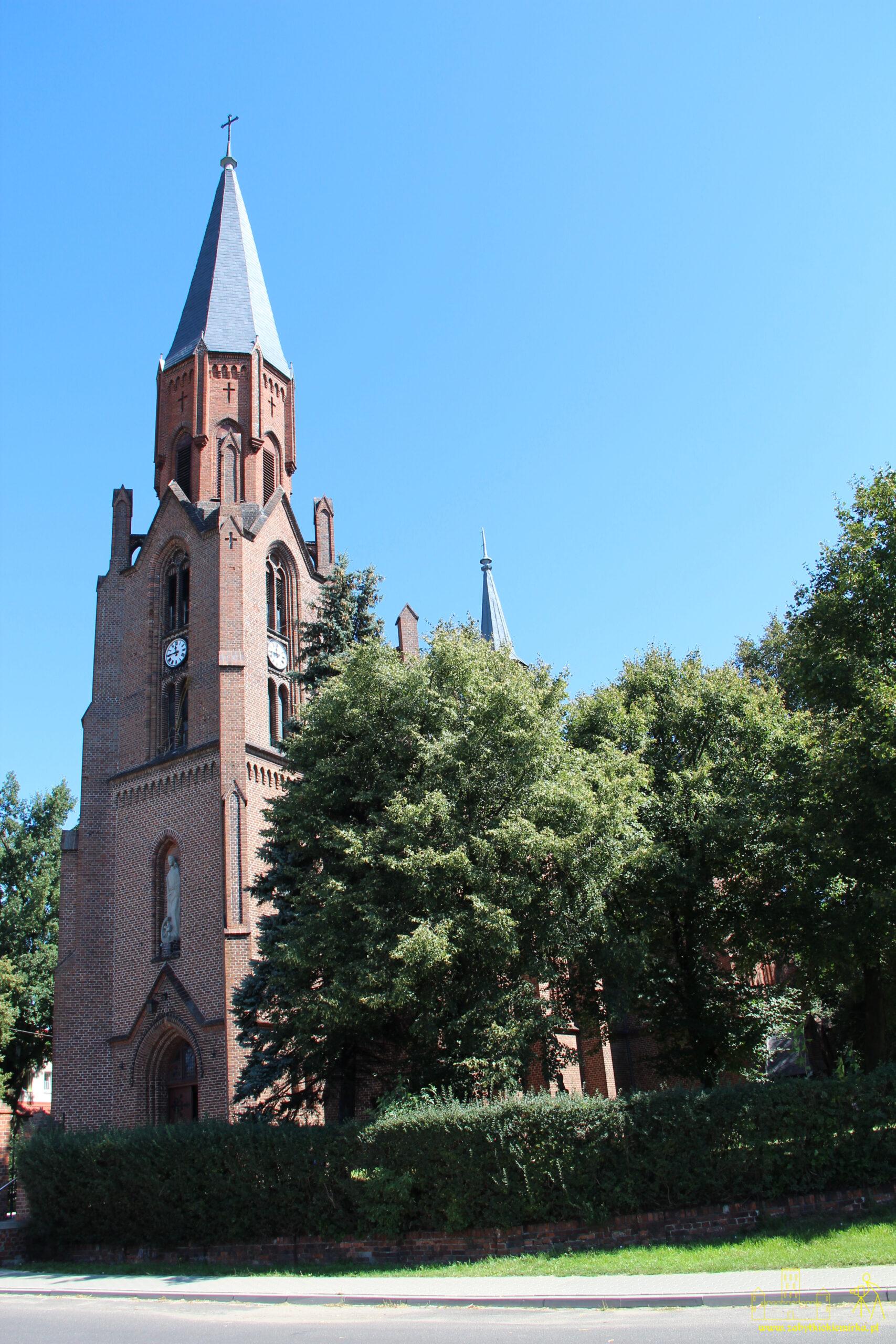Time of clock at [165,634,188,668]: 11:44
